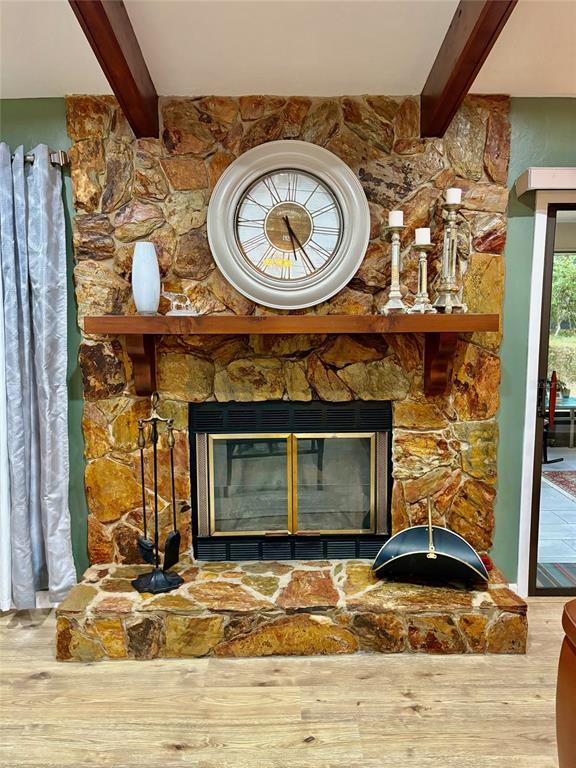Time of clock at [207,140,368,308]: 5:24
